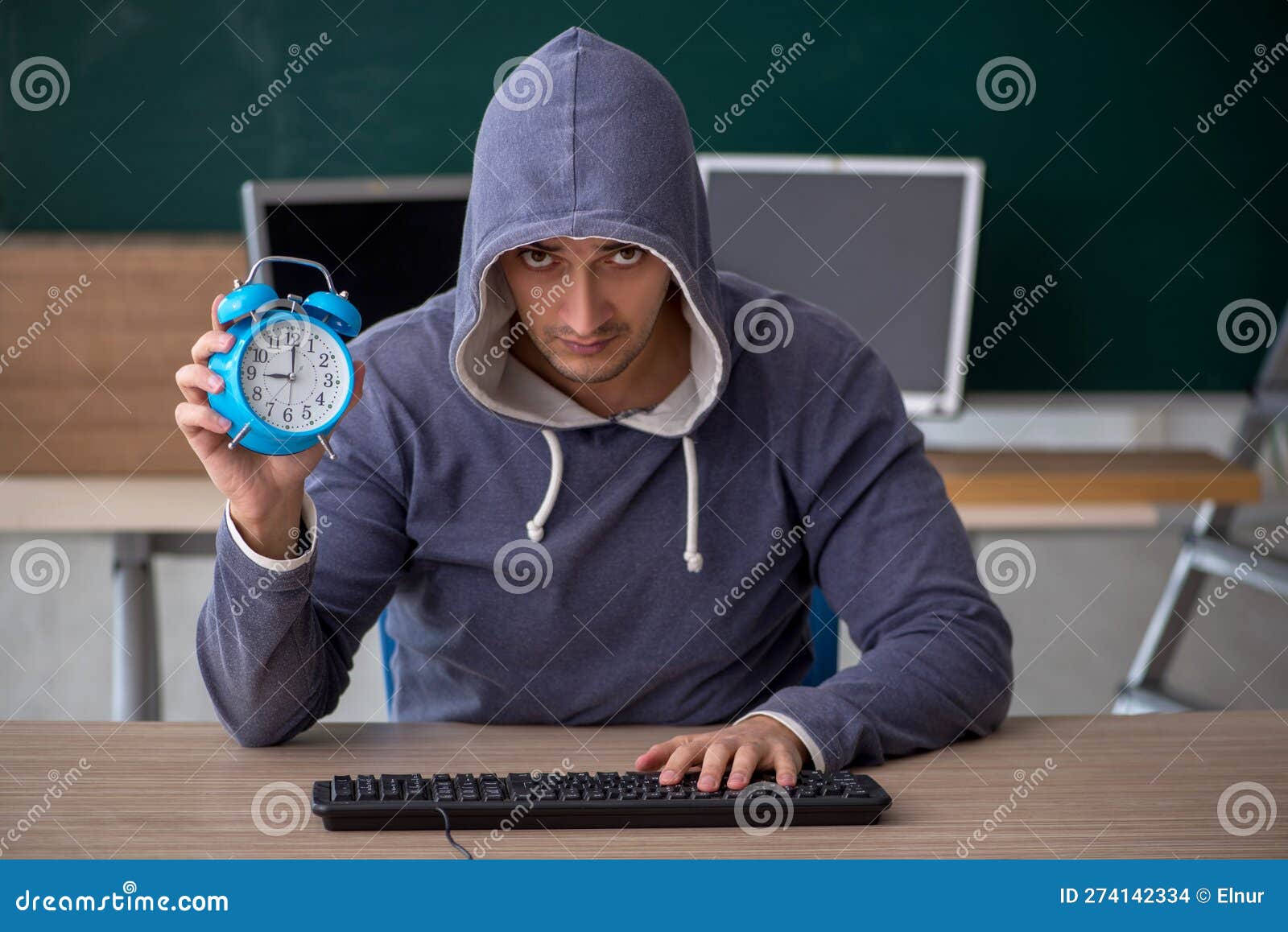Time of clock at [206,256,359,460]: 9:00
